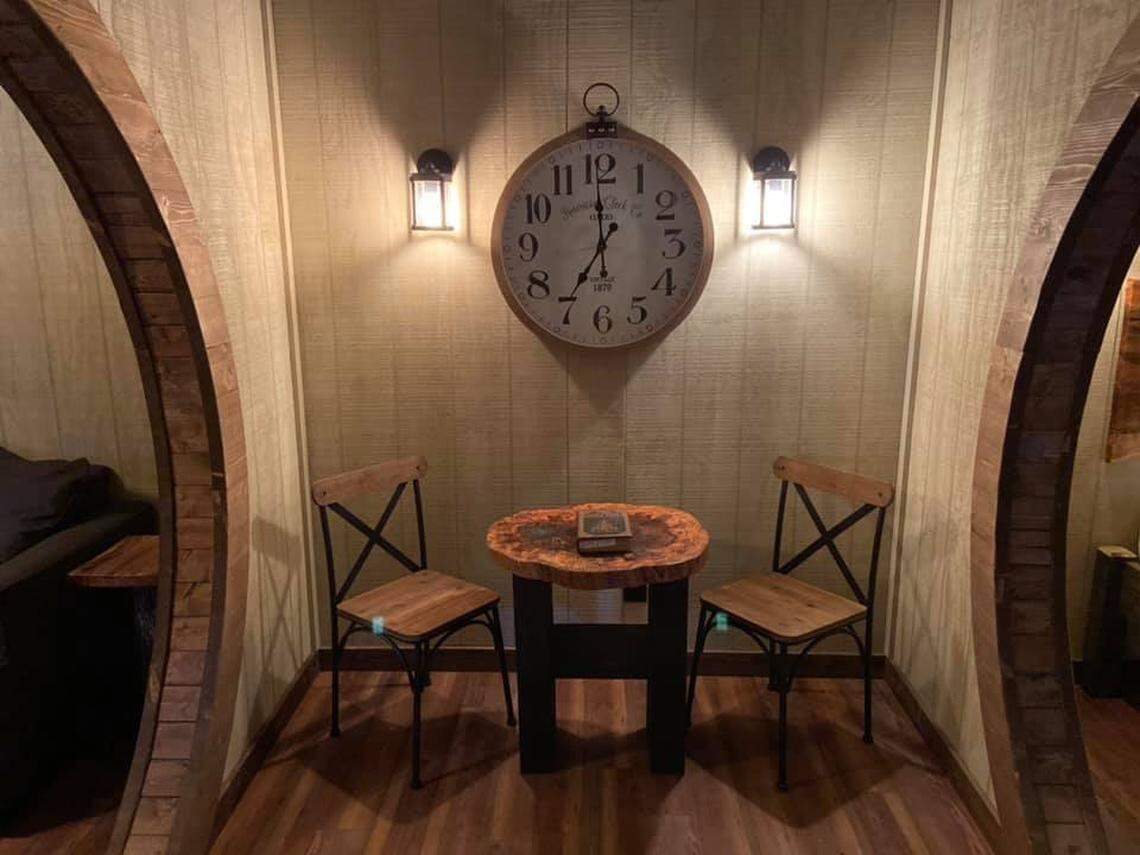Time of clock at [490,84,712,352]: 6:59
